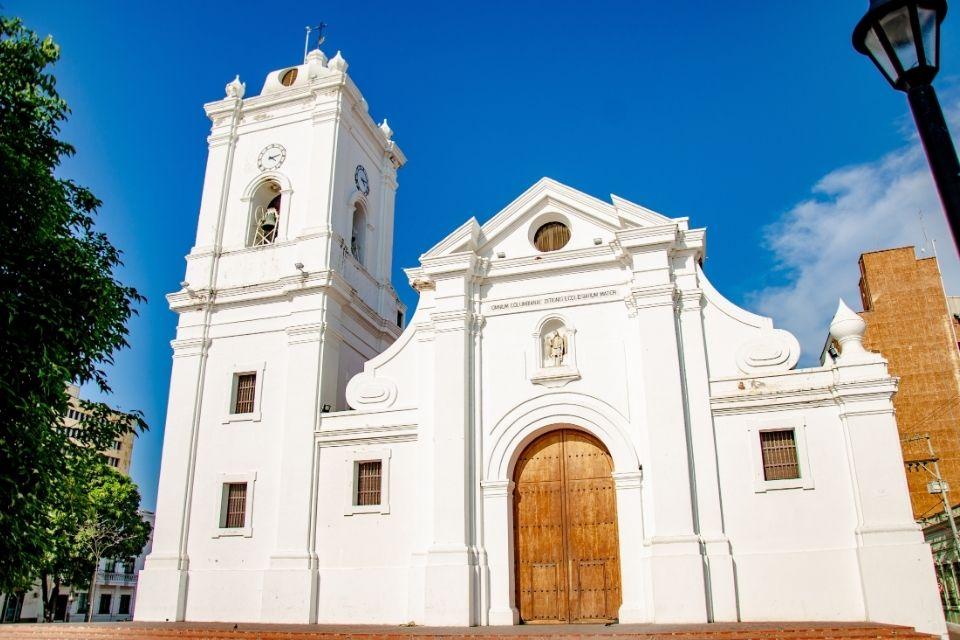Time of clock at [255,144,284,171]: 4:12
